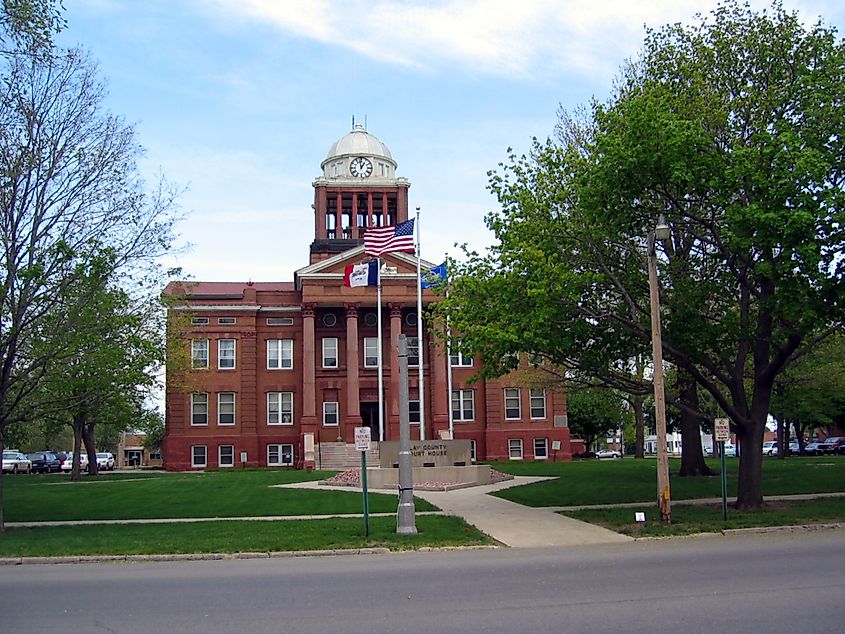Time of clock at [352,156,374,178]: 12:58
